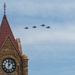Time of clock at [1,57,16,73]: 12:07
